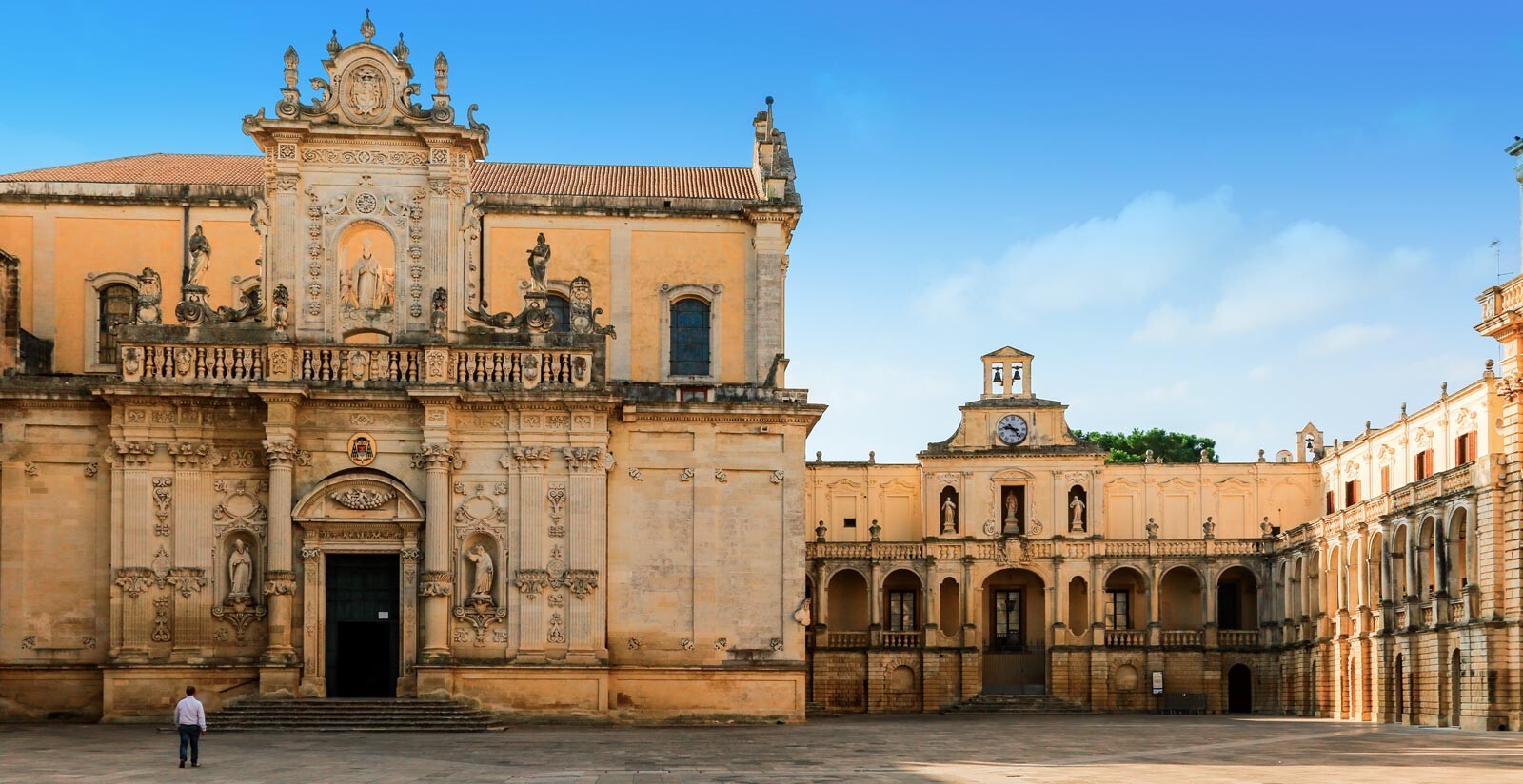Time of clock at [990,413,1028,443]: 9:22
